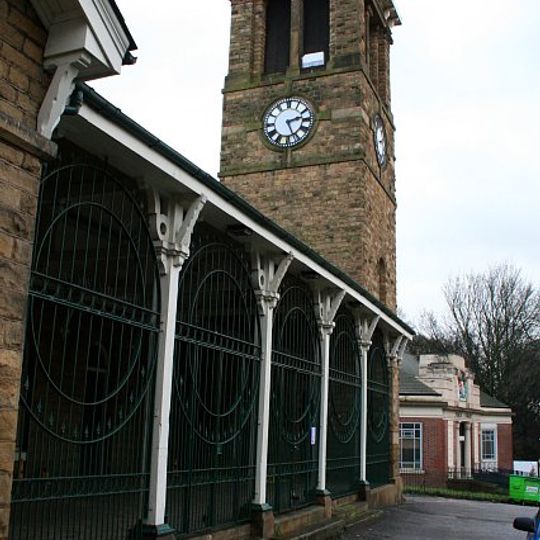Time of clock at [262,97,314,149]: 2:26
